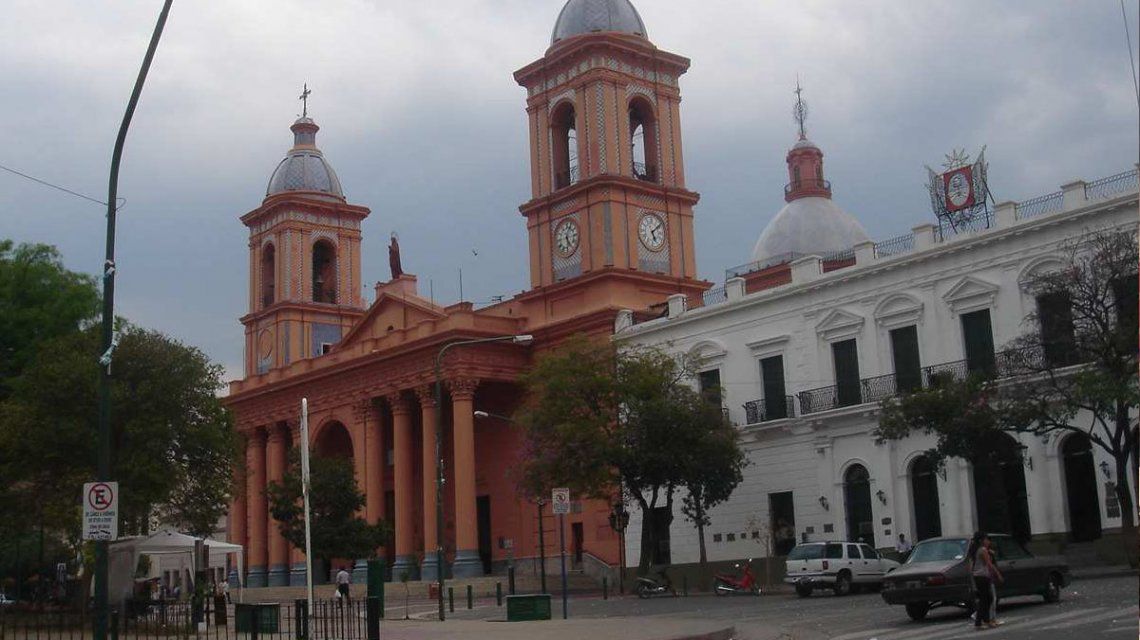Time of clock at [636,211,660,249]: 5:08
